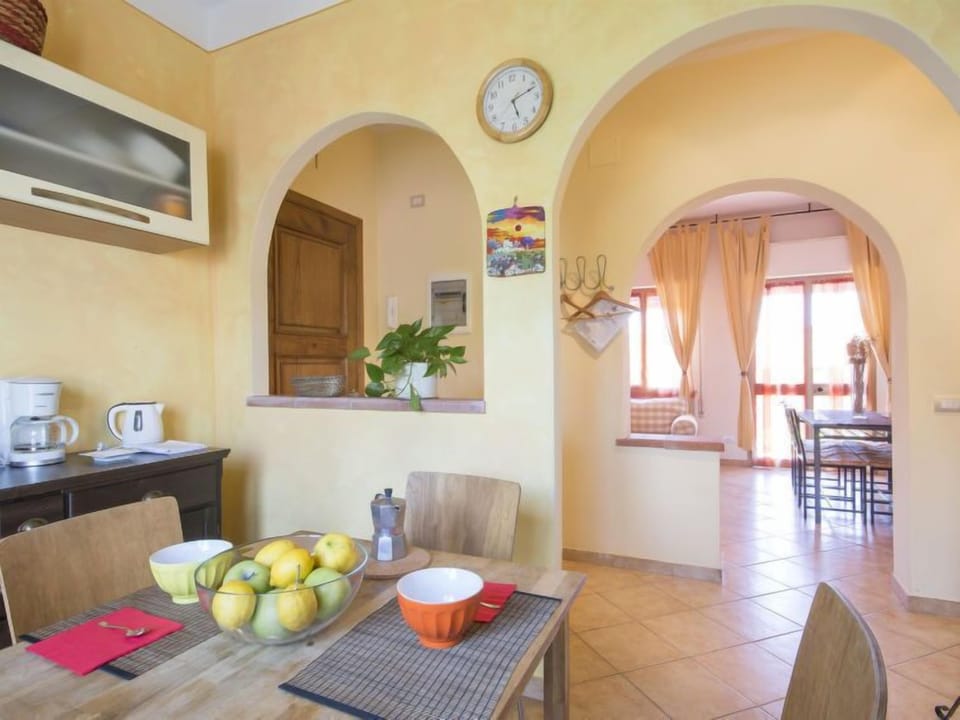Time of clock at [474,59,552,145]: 5:11
